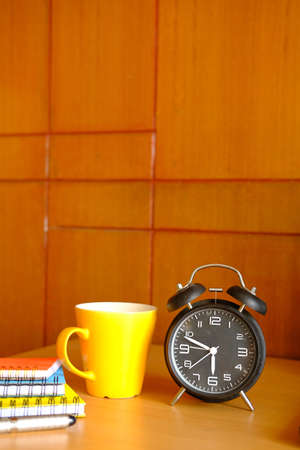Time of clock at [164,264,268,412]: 5:48
